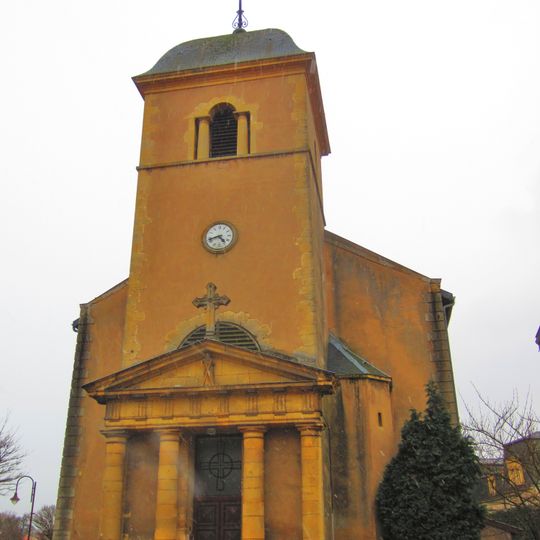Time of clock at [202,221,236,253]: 4:42
